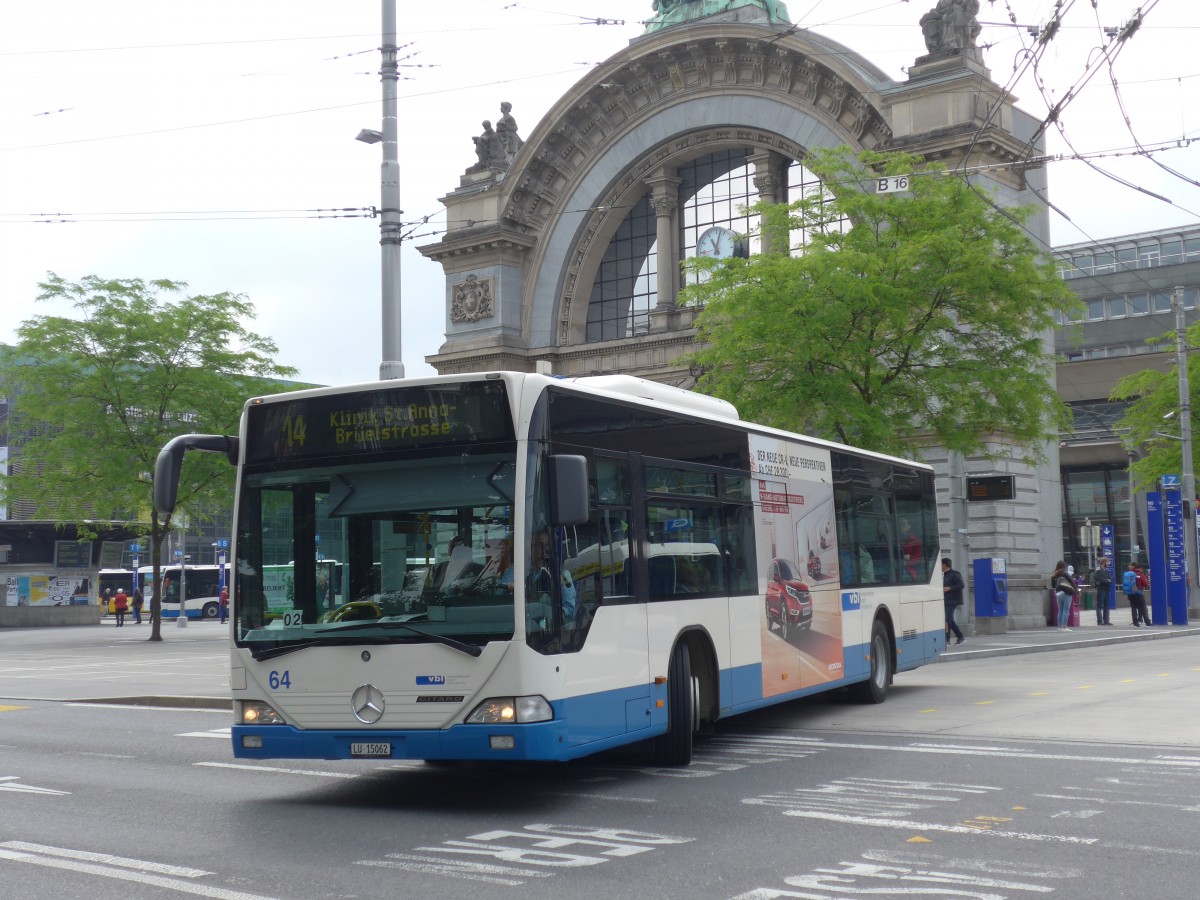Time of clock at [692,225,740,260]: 11:02
